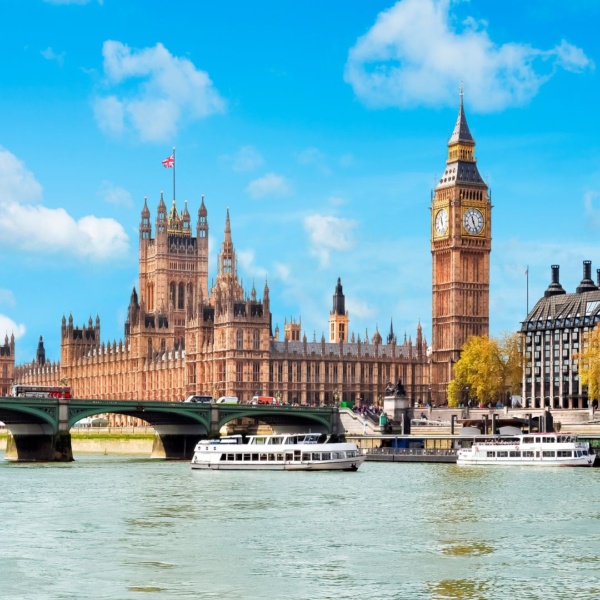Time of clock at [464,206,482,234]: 11:25
